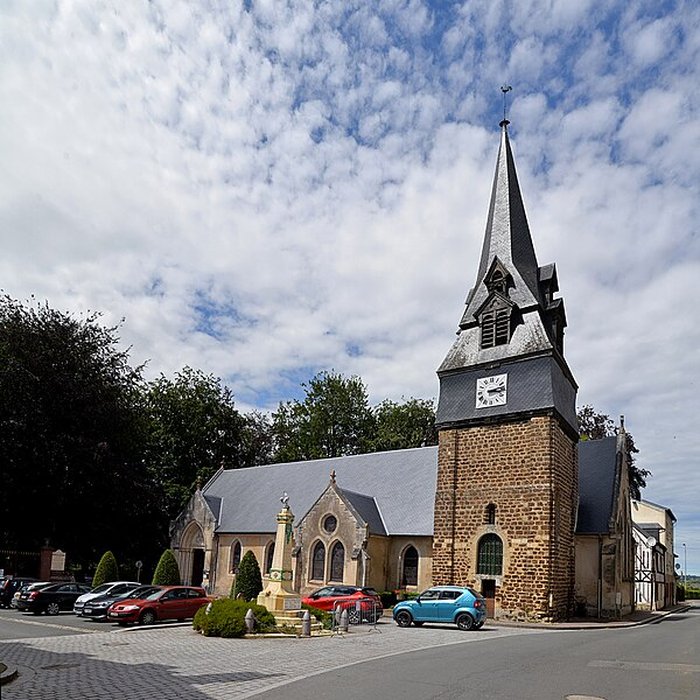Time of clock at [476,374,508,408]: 3:12
